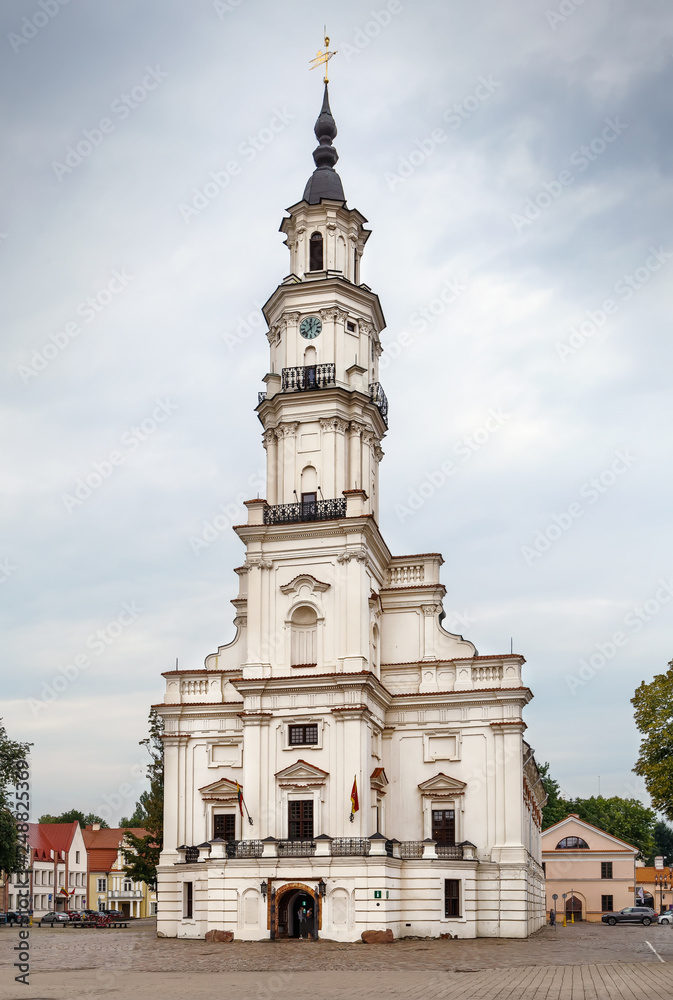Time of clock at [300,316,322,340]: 11:37
